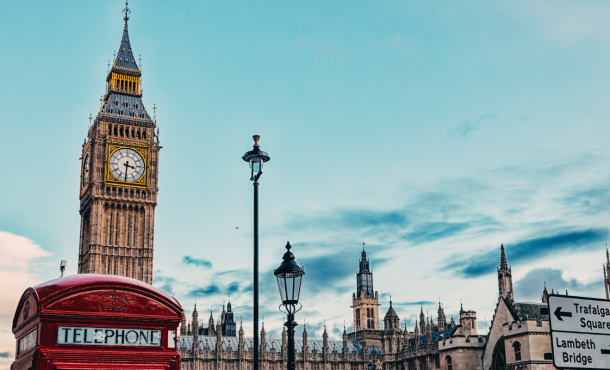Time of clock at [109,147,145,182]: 3:30
